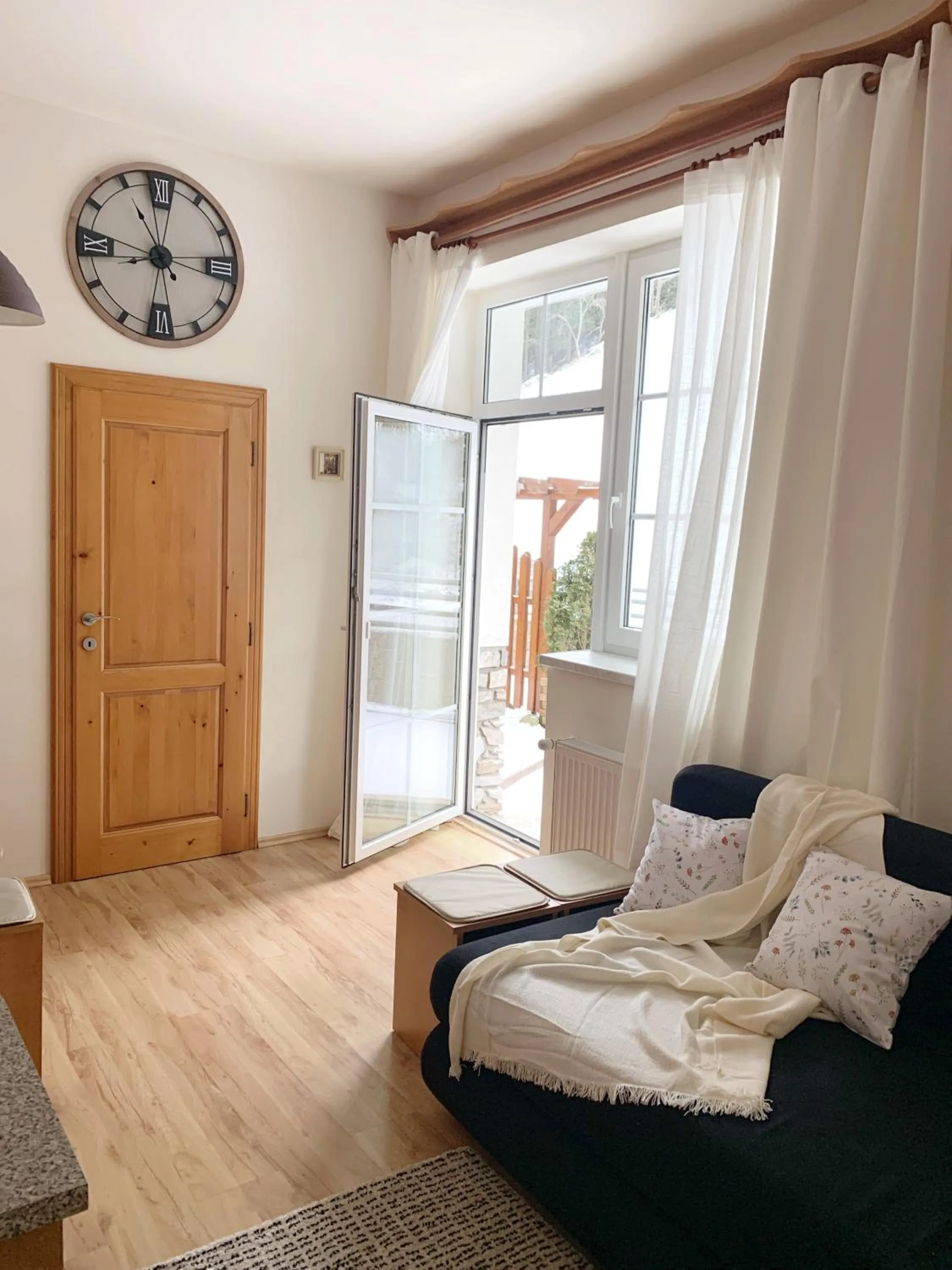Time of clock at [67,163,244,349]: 8:31
